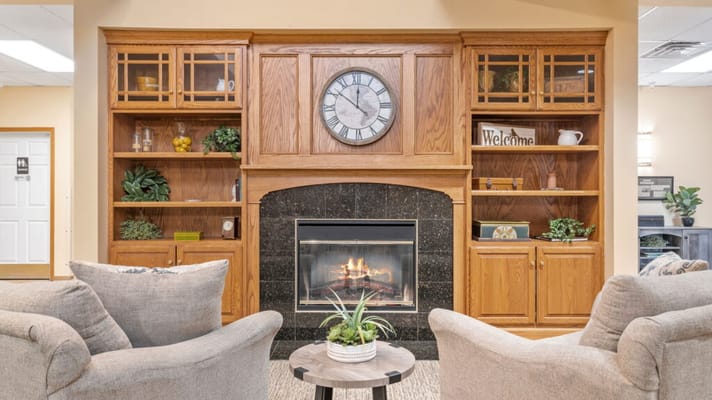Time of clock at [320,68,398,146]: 11:51
